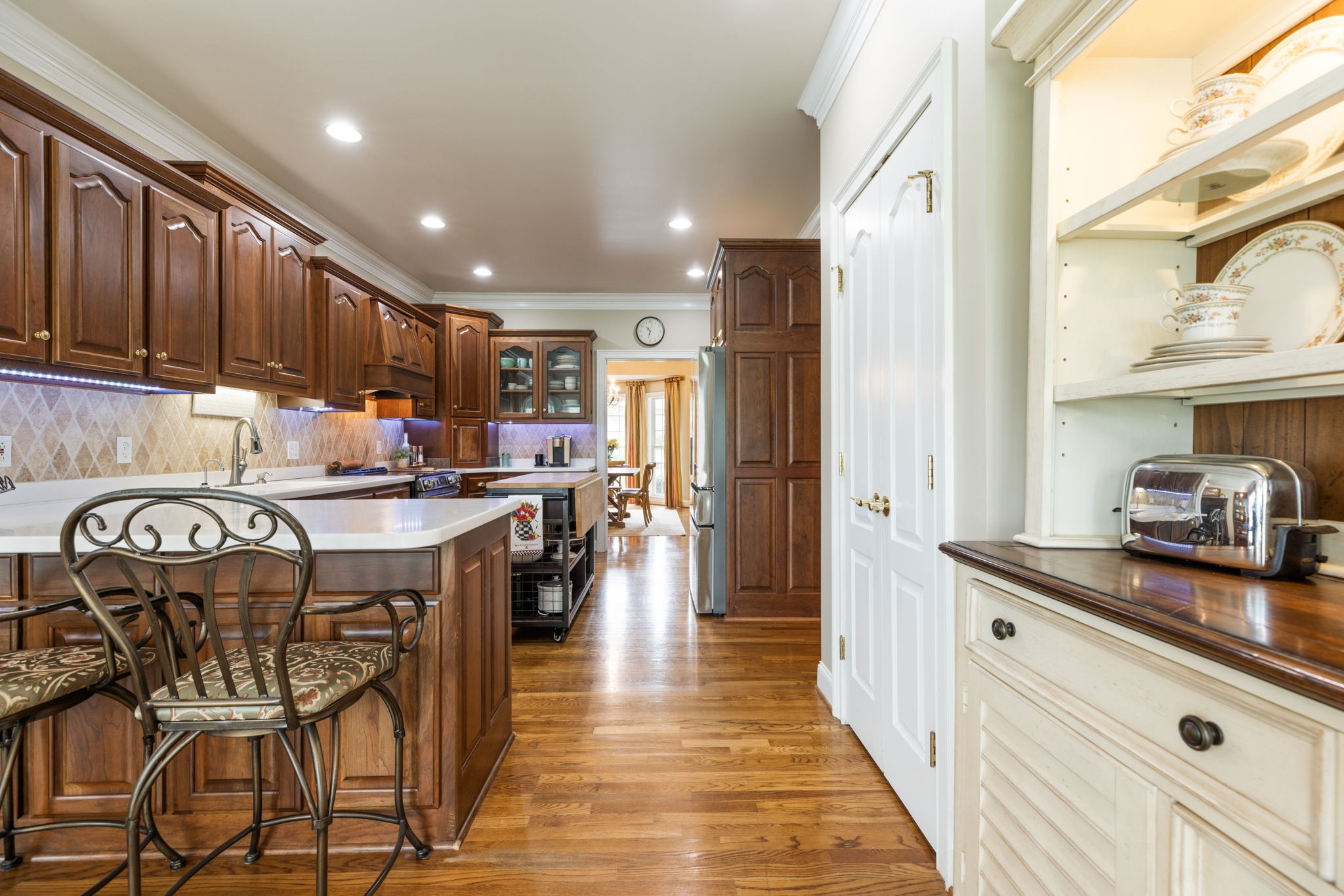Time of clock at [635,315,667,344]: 10:32
